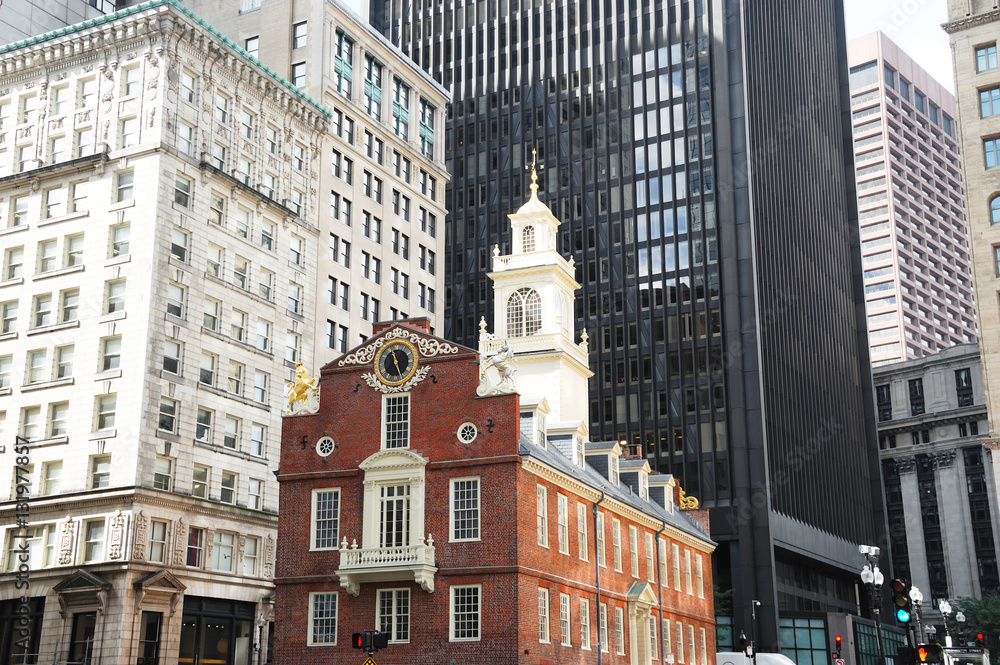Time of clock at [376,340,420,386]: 11:26
